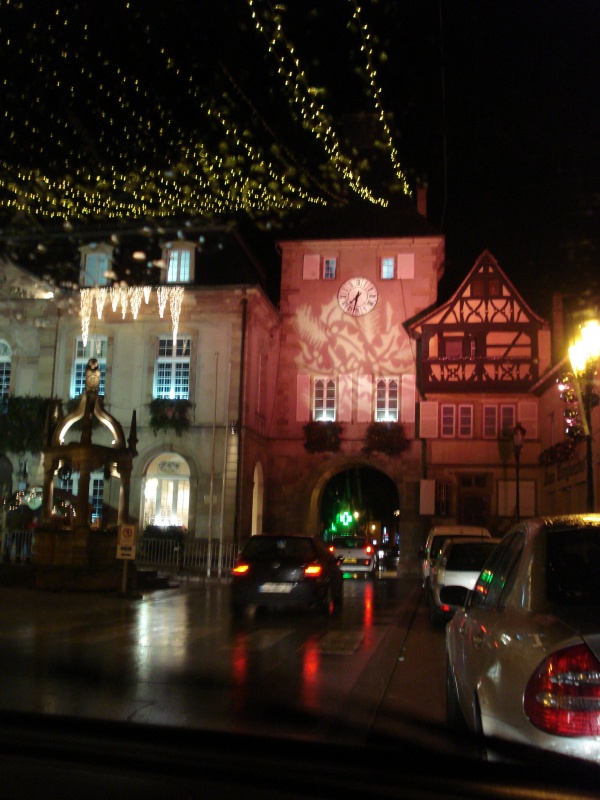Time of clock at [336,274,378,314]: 7:32
